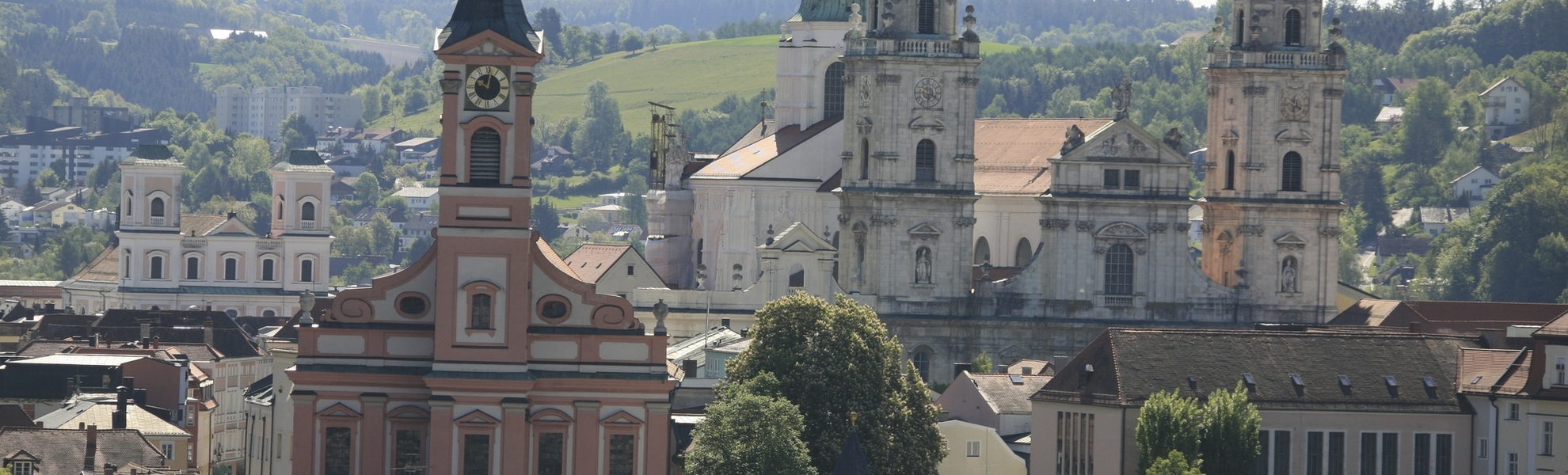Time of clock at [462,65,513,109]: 10:01
